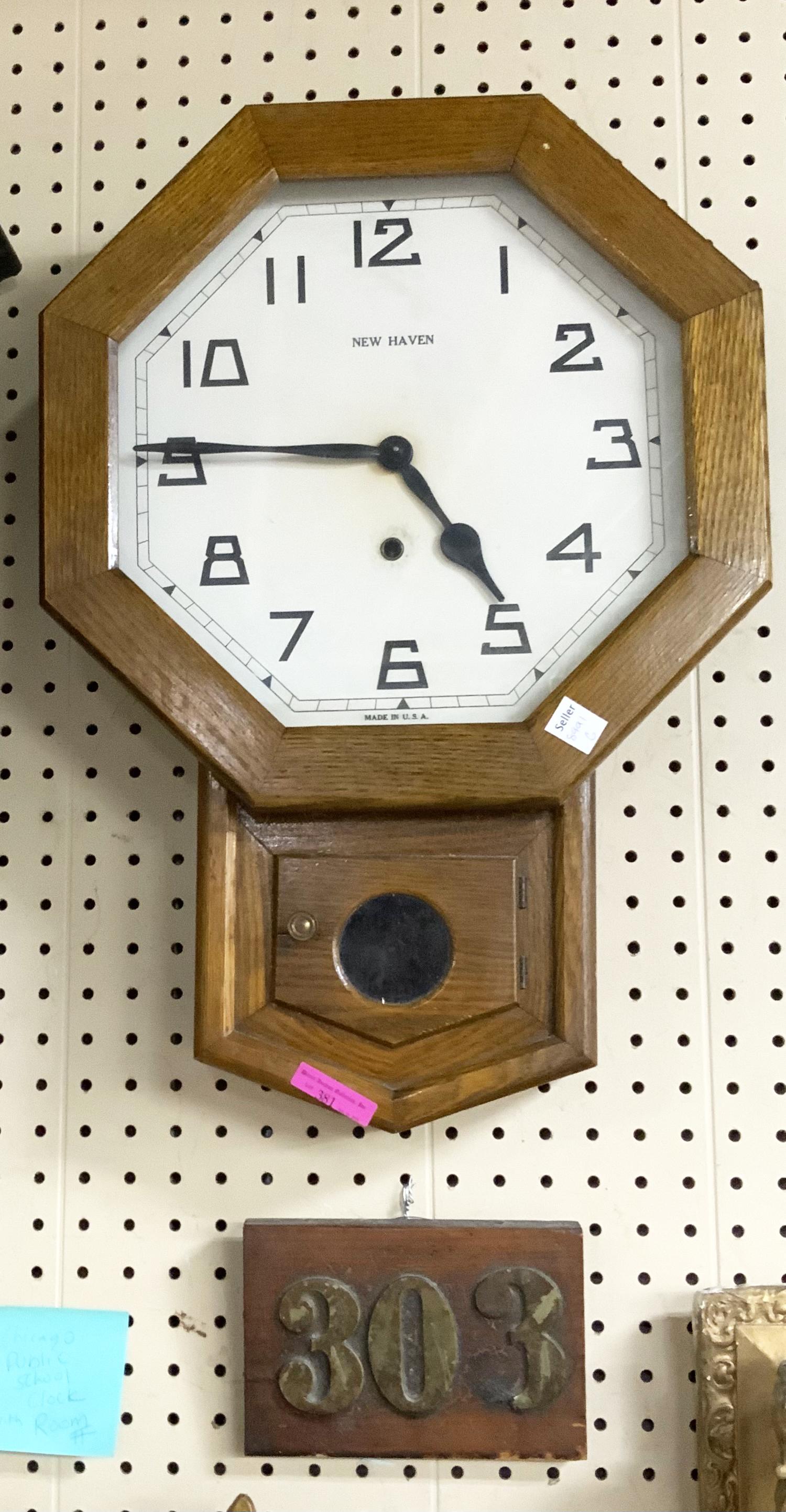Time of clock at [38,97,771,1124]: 4:45
